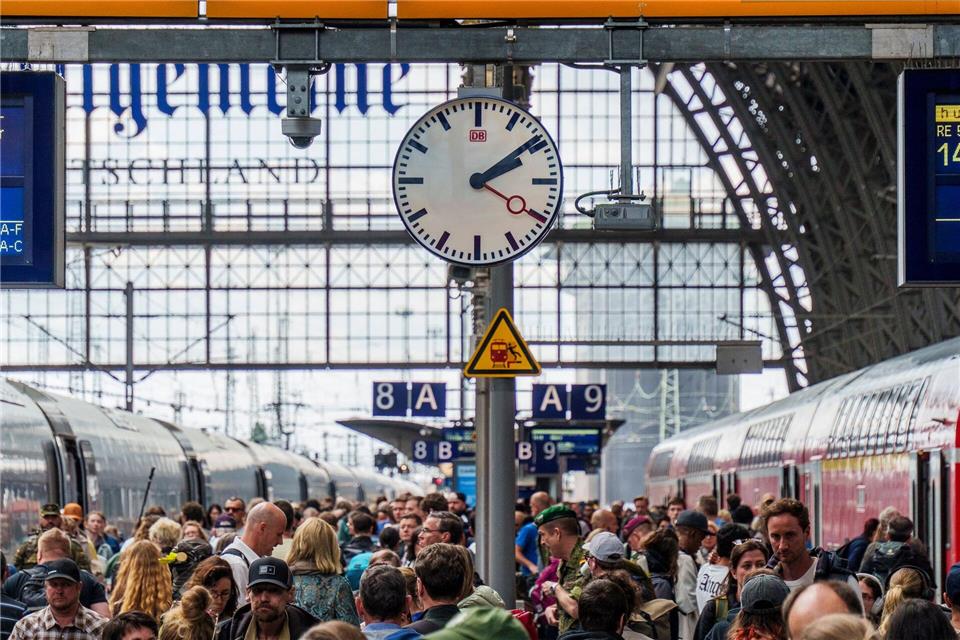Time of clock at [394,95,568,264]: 2:09
